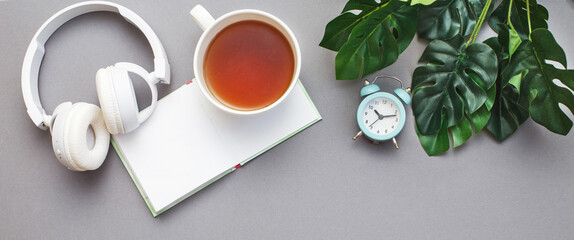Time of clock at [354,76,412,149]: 10:12
